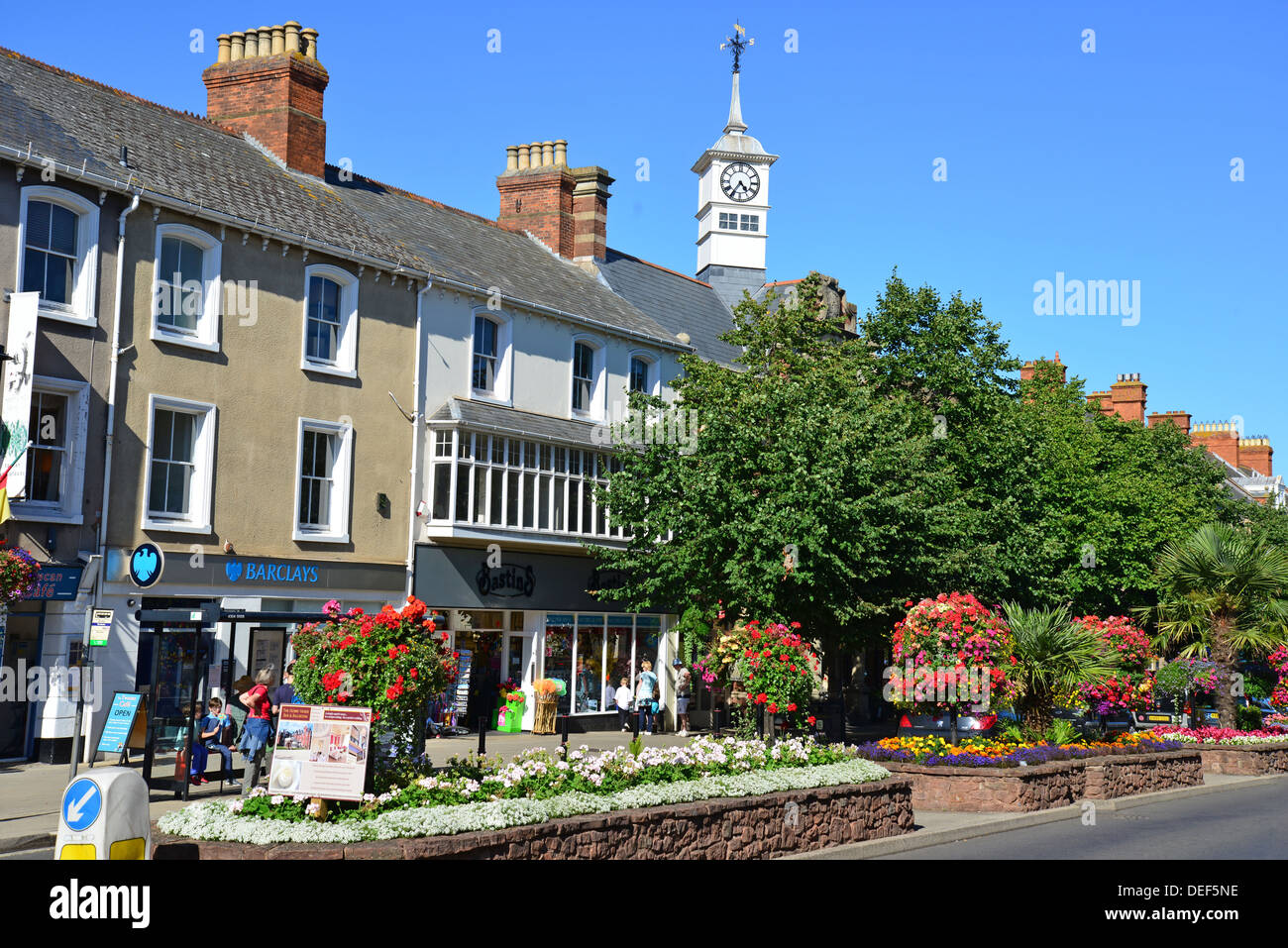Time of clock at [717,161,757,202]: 4:35
